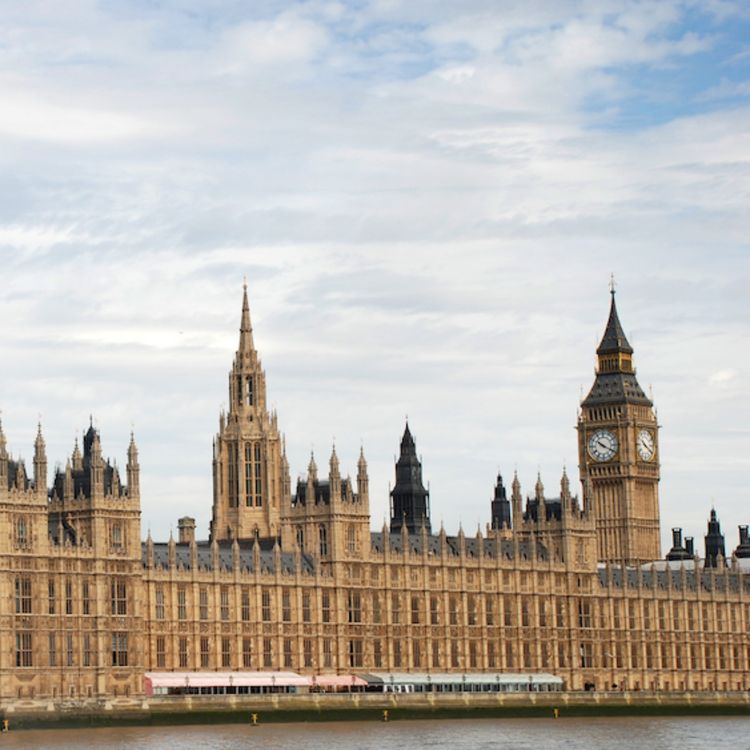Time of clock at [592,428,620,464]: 10:19
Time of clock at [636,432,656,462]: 10:20
